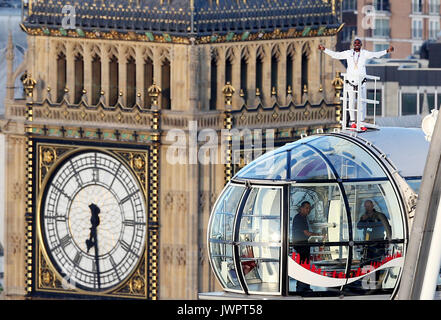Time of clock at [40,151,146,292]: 6:29
